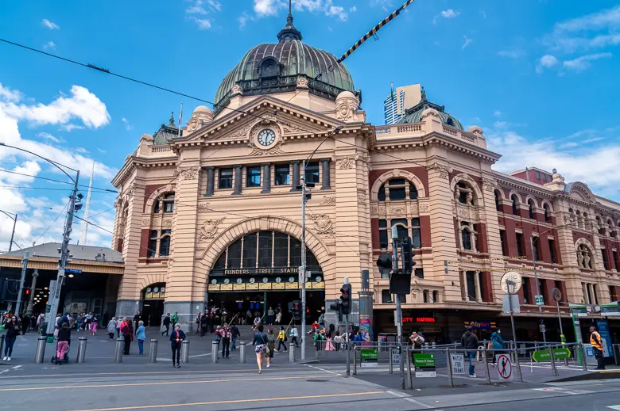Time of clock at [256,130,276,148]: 12:30
